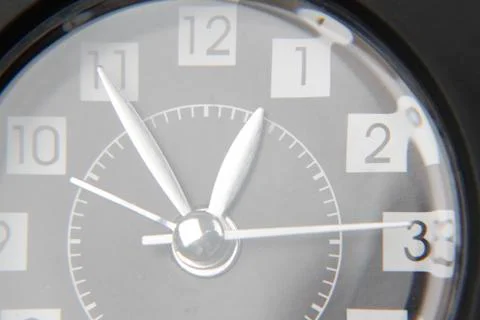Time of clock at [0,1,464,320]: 12:54
